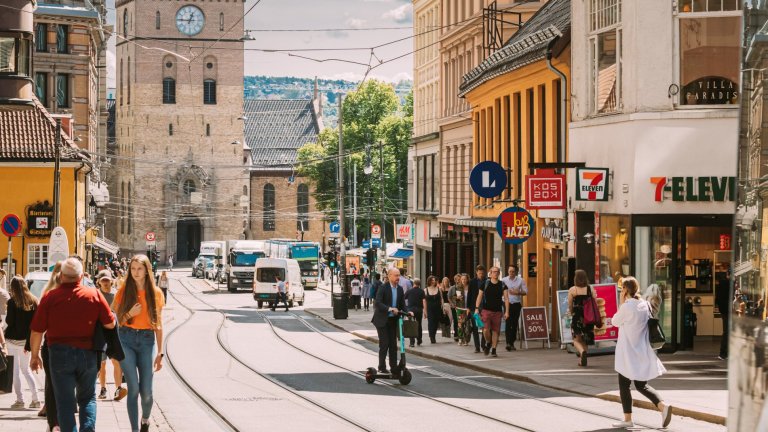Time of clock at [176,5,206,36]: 12:45
